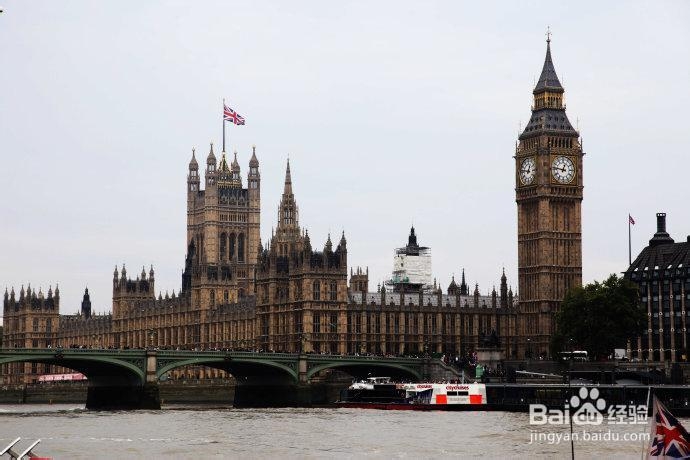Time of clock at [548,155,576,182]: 12:46
